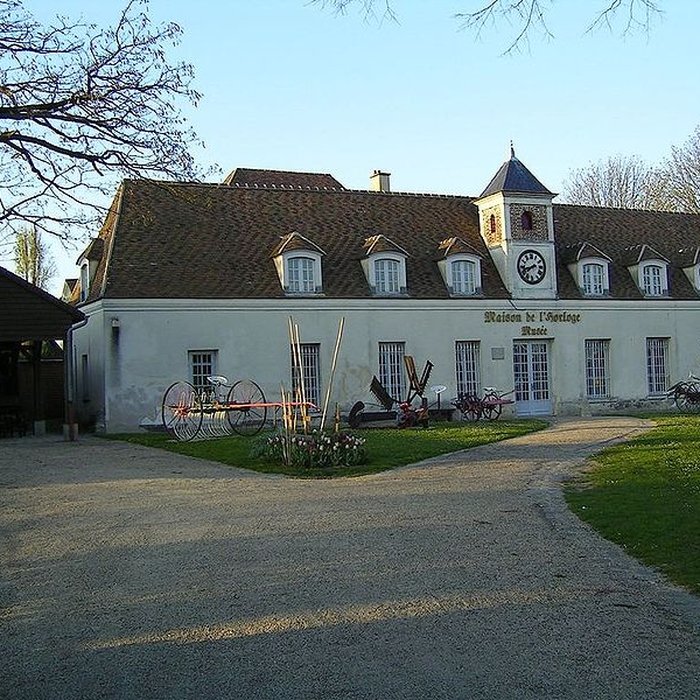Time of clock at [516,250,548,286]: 7:42
